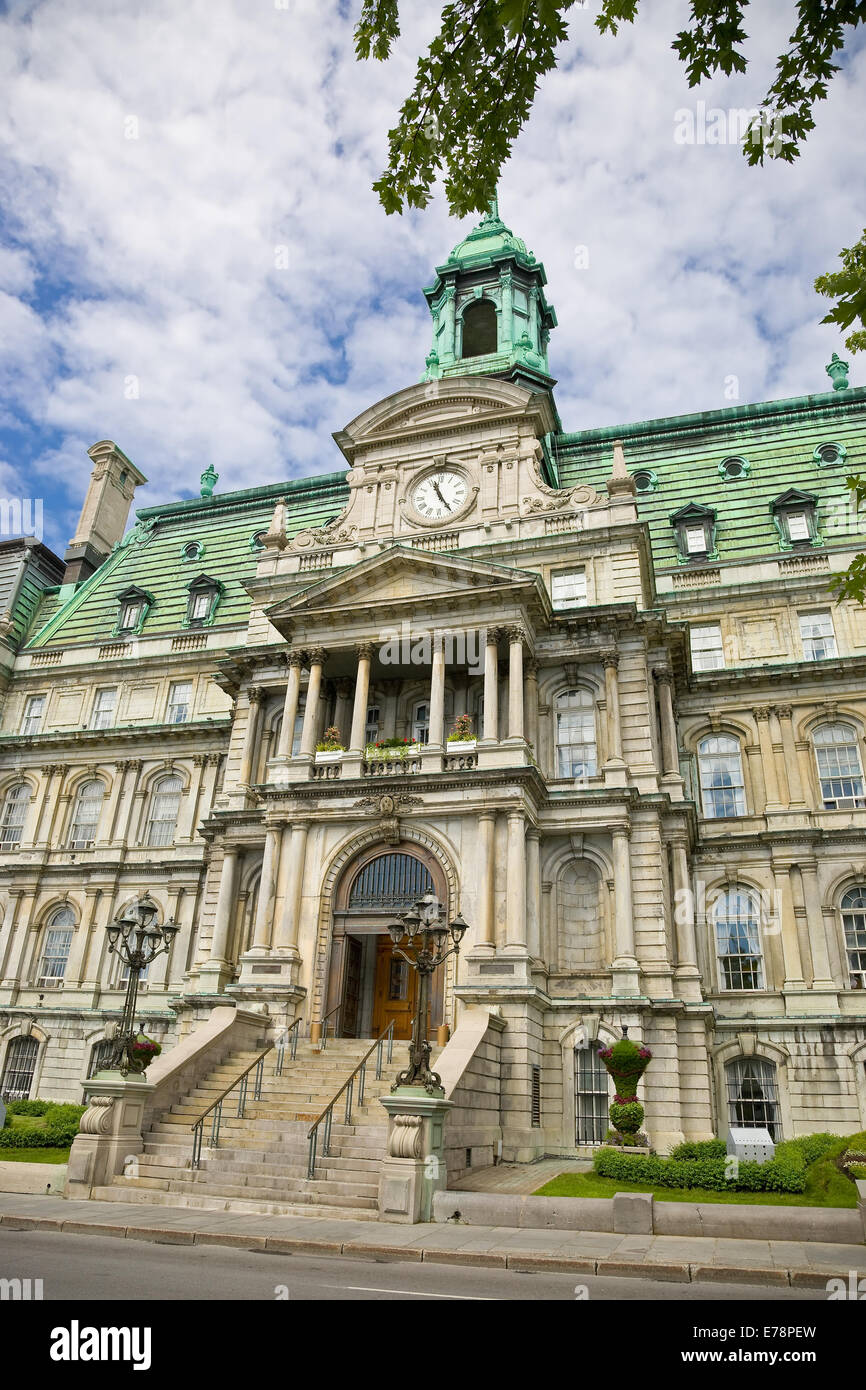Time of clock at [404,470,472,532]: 11:24
